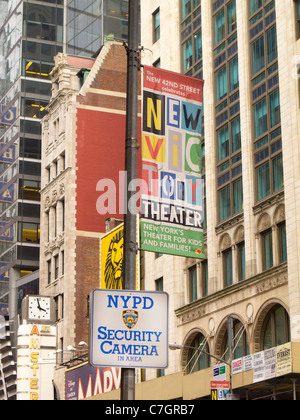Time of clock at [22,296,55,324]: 3:58
